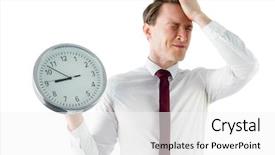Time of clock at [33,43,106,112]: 8:52
